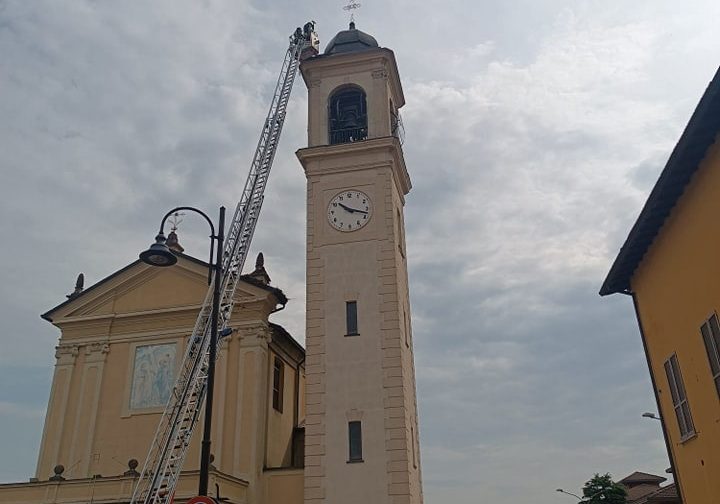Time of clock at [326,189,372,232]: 10:17
